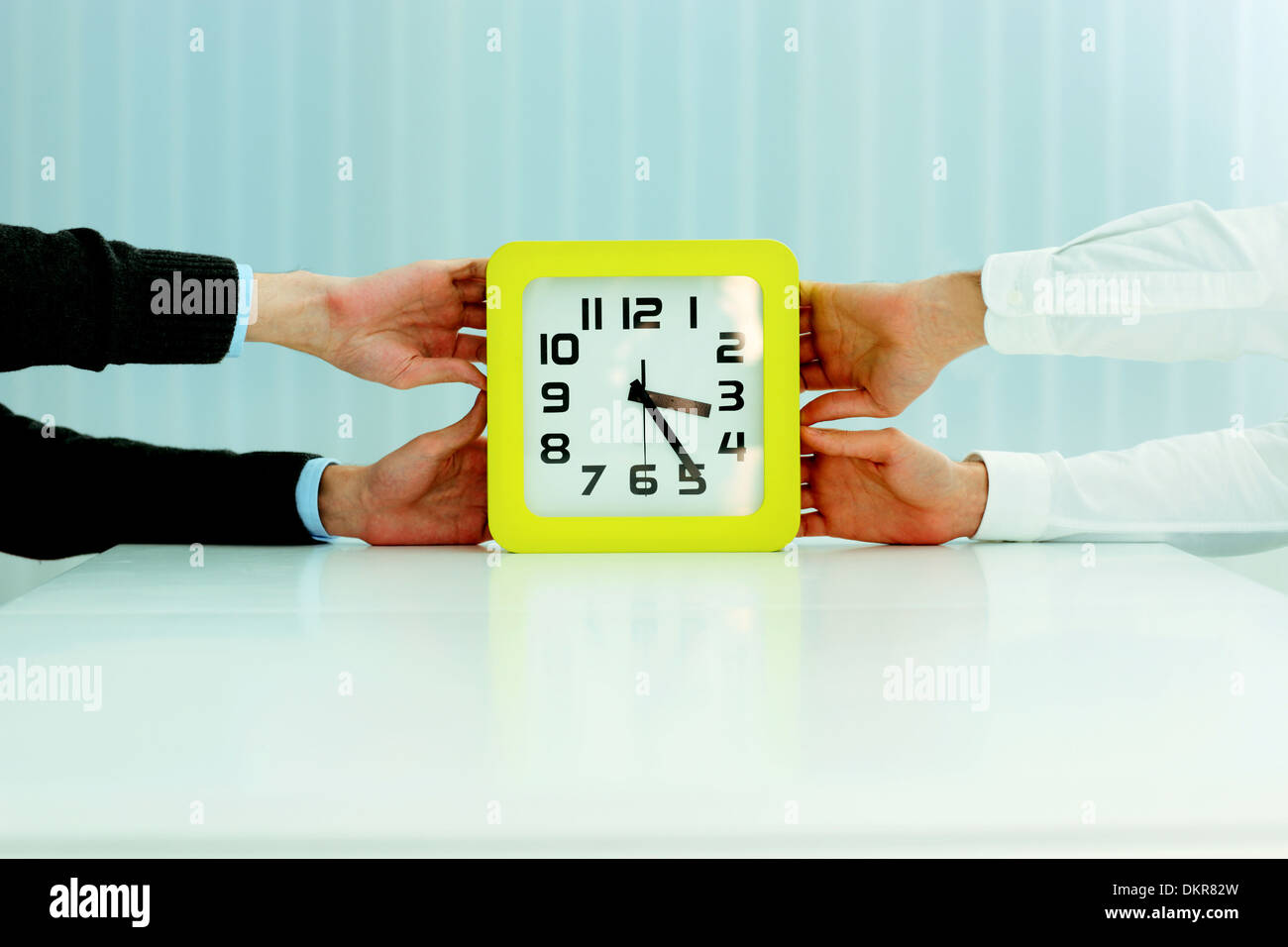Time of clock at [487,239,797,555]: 3:24
